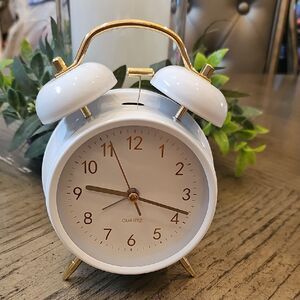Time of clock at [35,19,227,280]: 9:18
